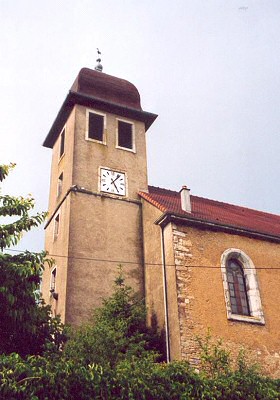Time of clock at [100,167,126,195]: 5:06
